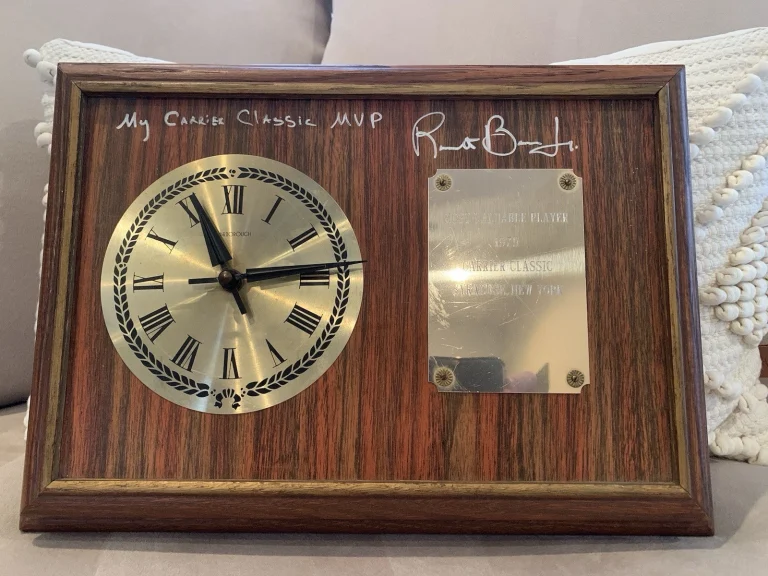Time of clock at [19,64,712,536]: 11:13
